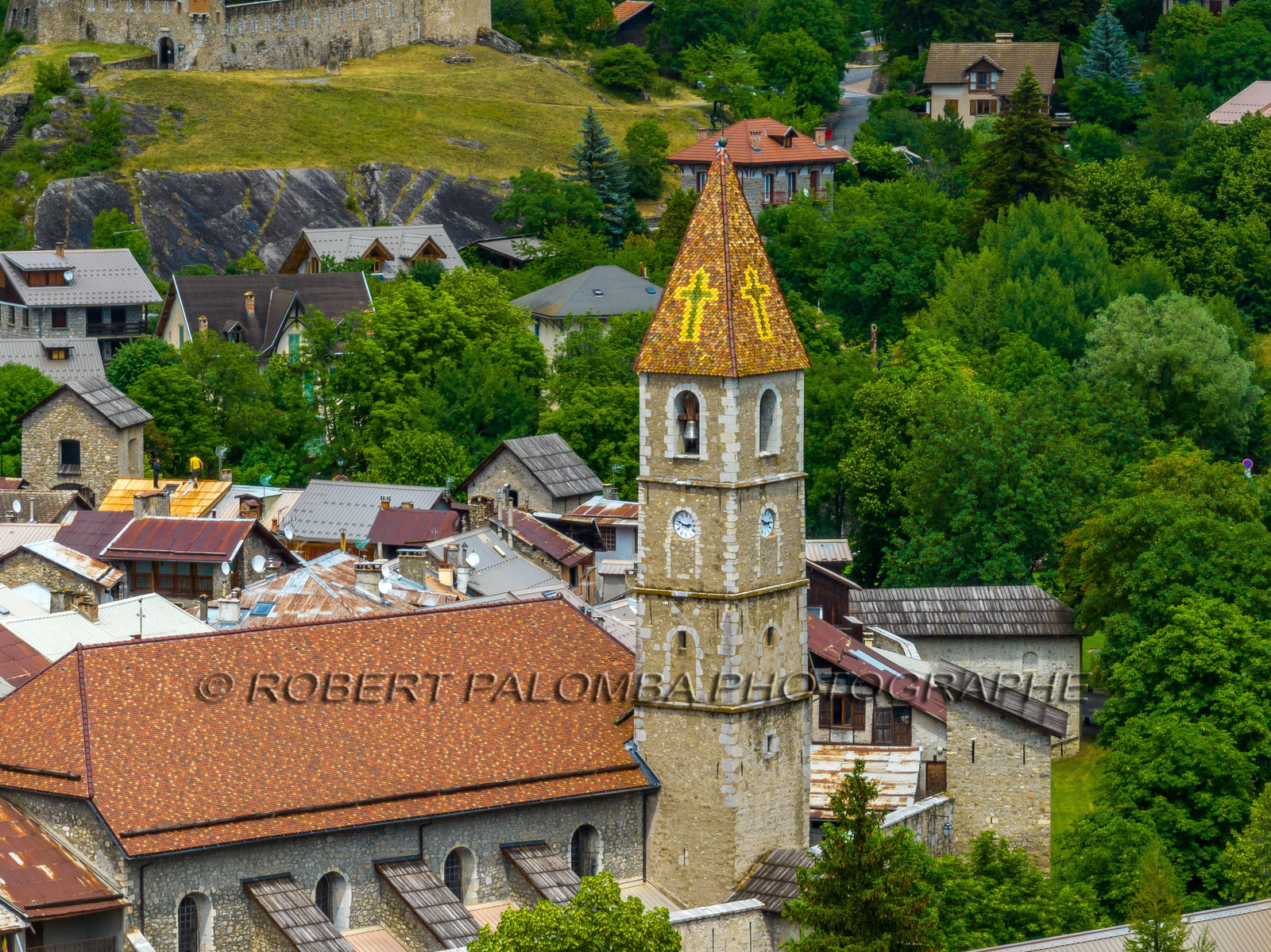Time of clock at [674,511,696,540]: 2:48
